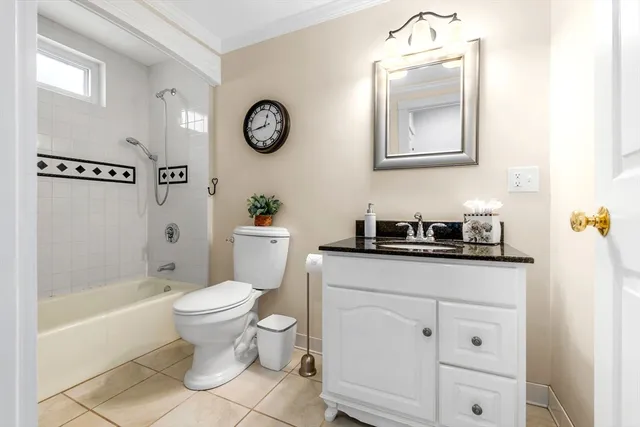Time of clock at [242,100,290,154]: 12:43
